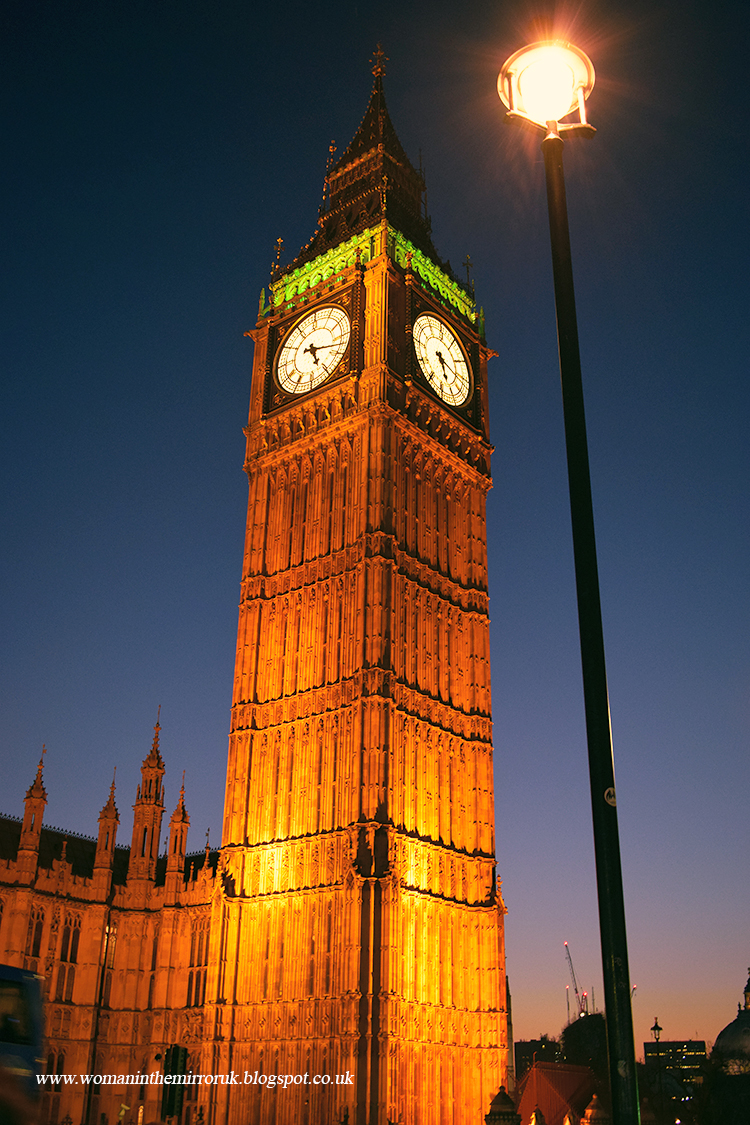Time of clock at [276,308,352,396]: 5:17
